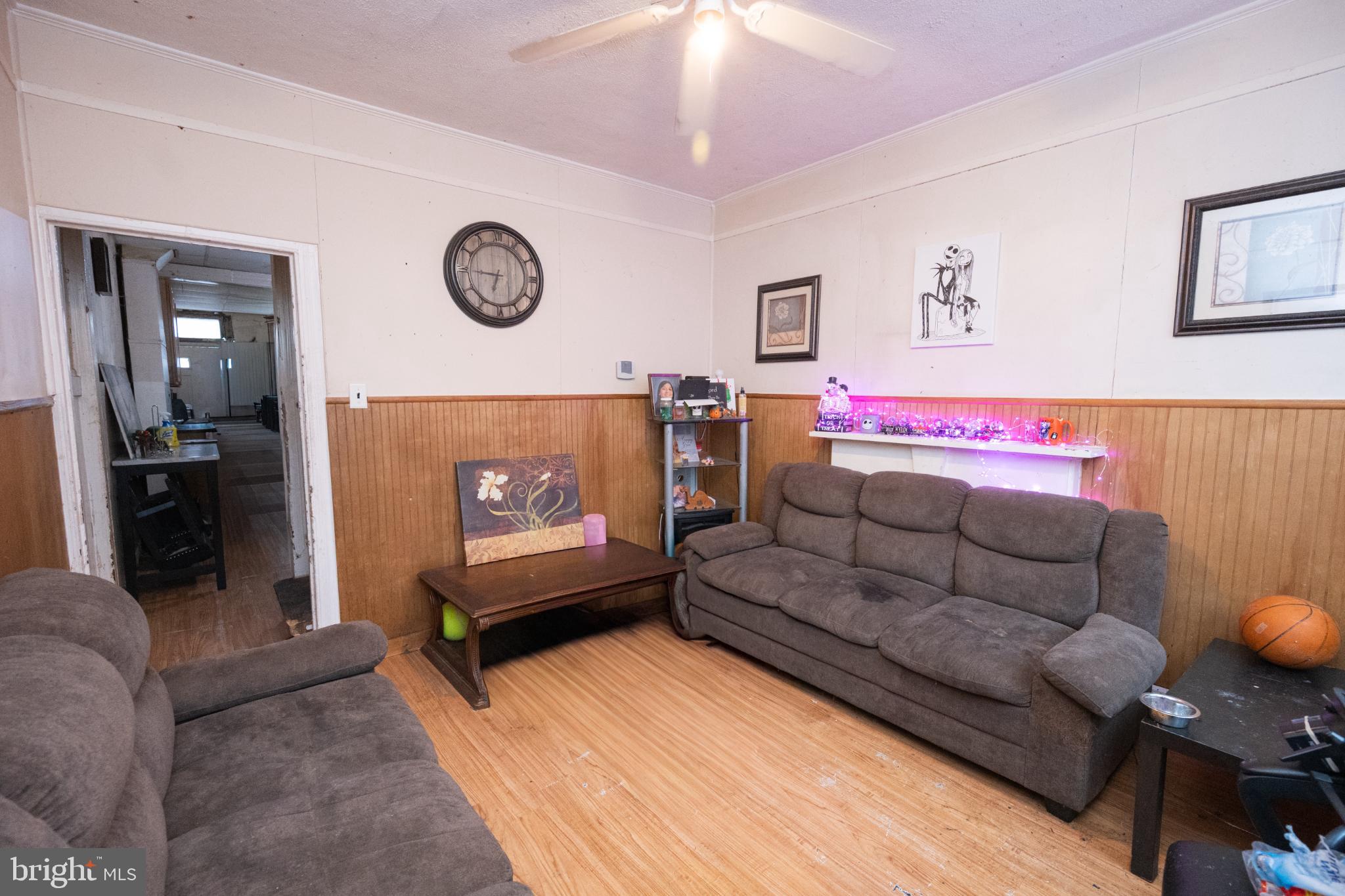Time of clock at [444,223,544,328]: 6:45
